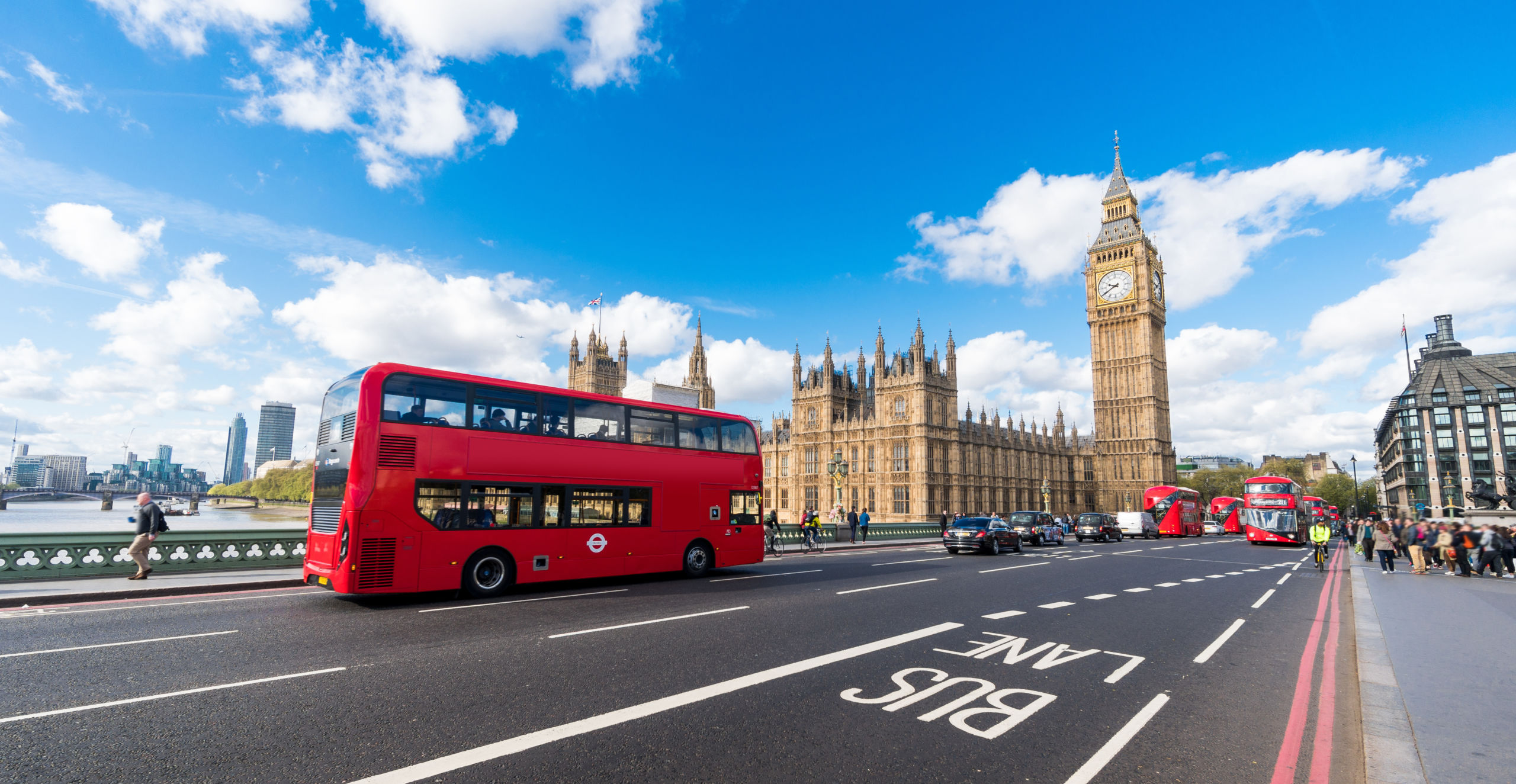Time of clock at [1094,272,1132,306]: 9:40
